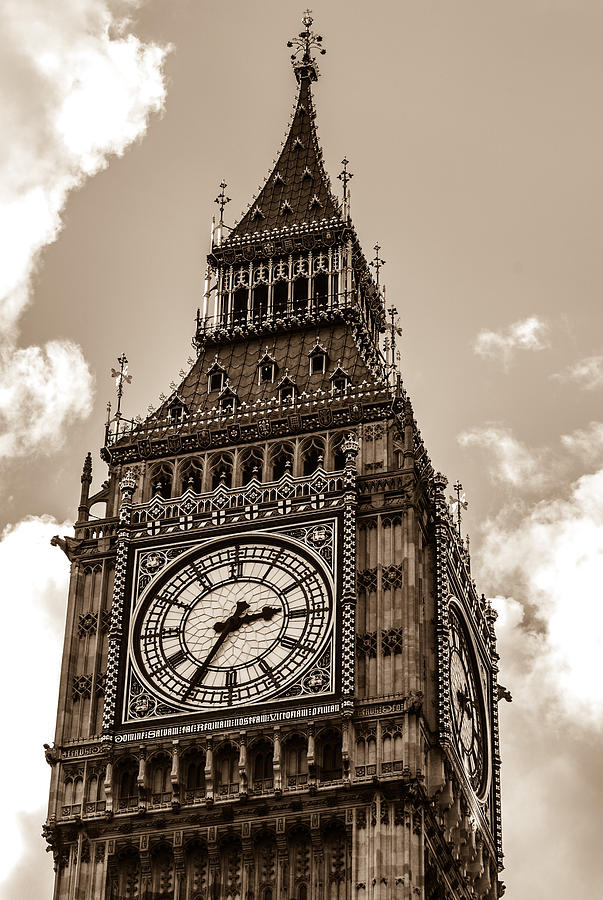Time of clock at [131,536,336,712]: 2:34
